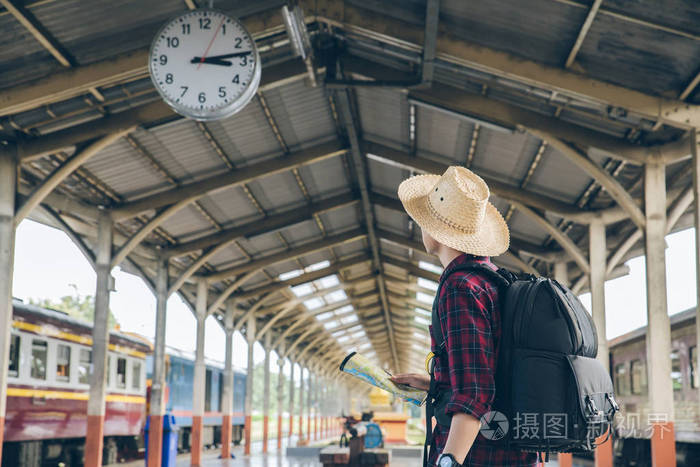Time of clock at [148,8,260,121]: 3:13
